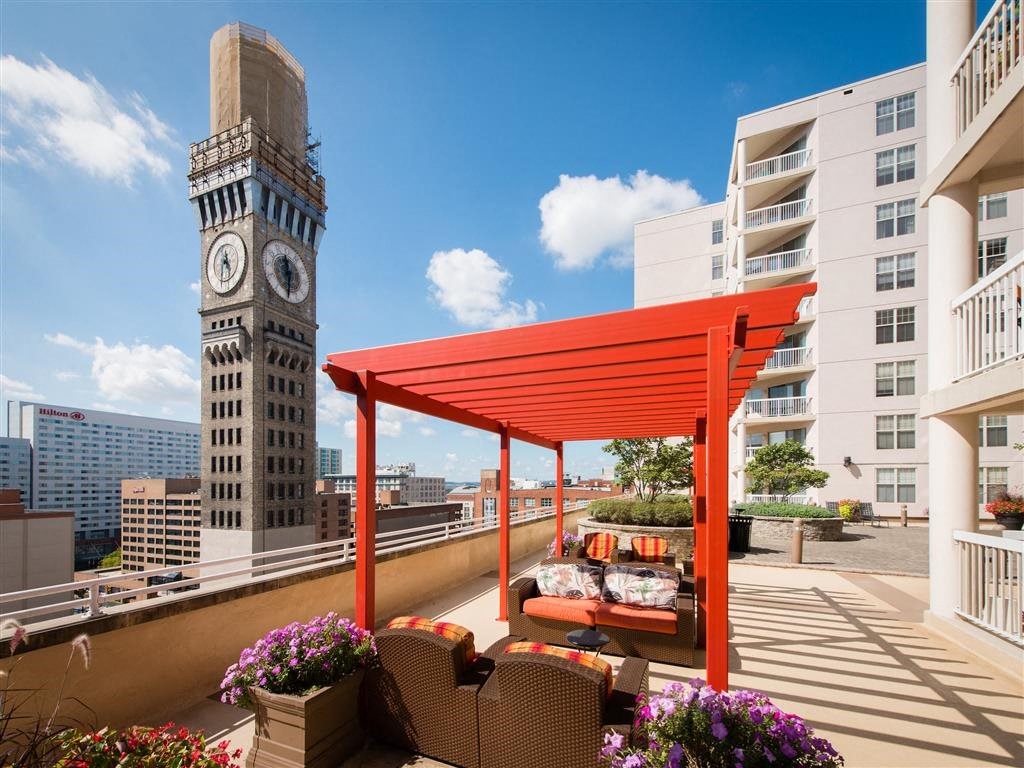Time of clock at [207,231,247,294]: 4:31
